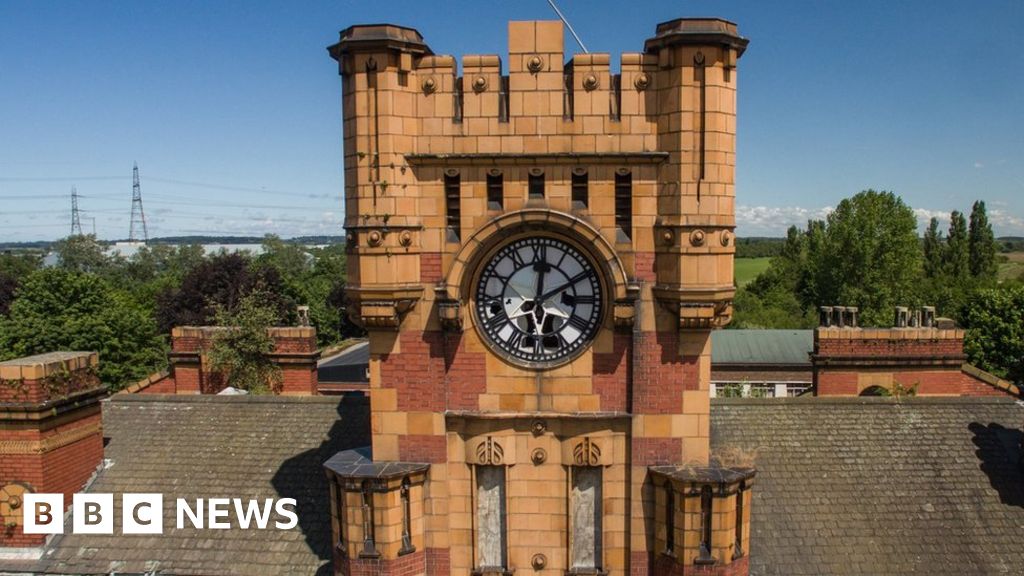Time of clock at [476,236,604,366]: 12:10
